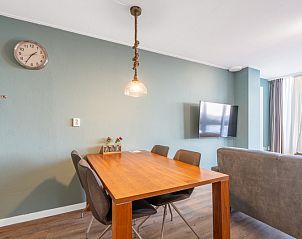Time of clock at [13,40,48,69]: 1:35
